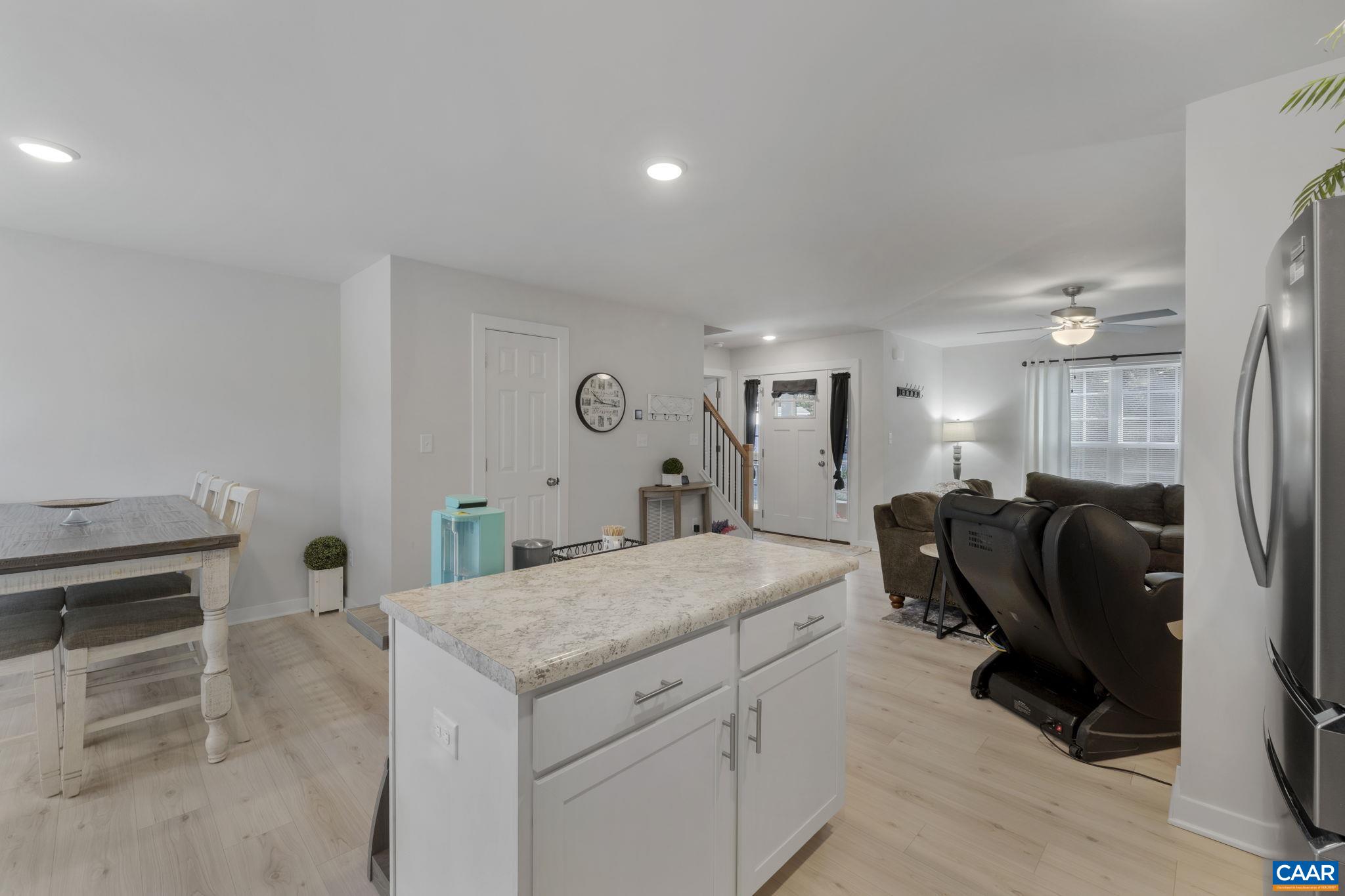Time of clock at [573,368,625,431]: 10:16
